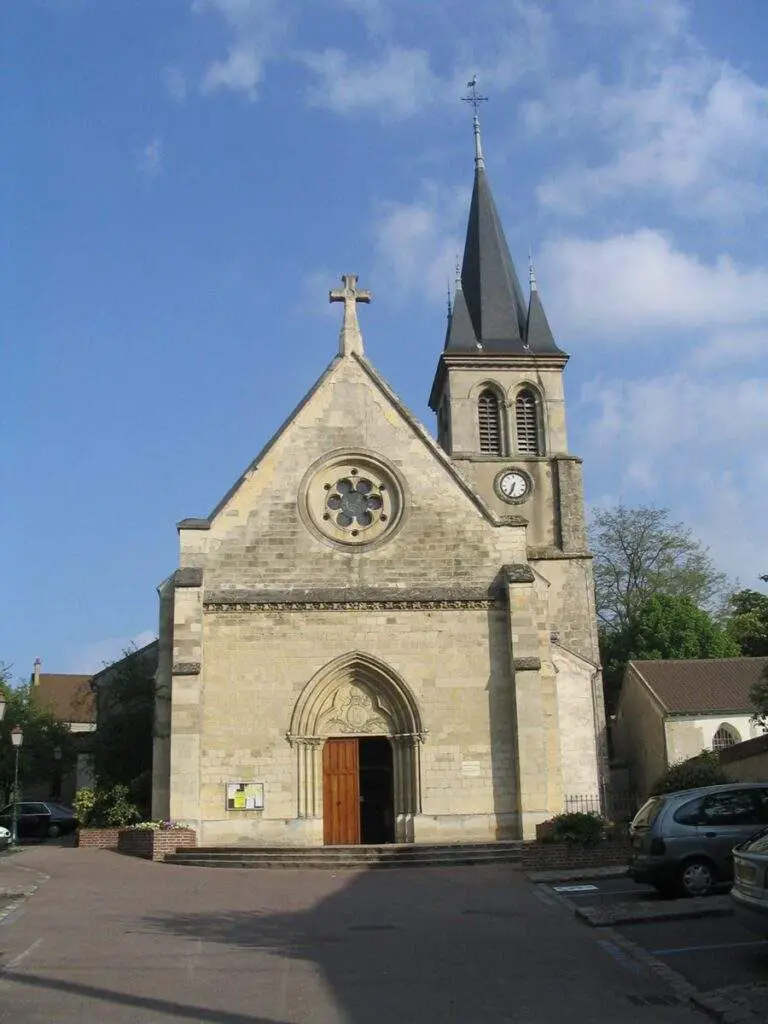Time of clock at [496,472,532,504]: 6:34
